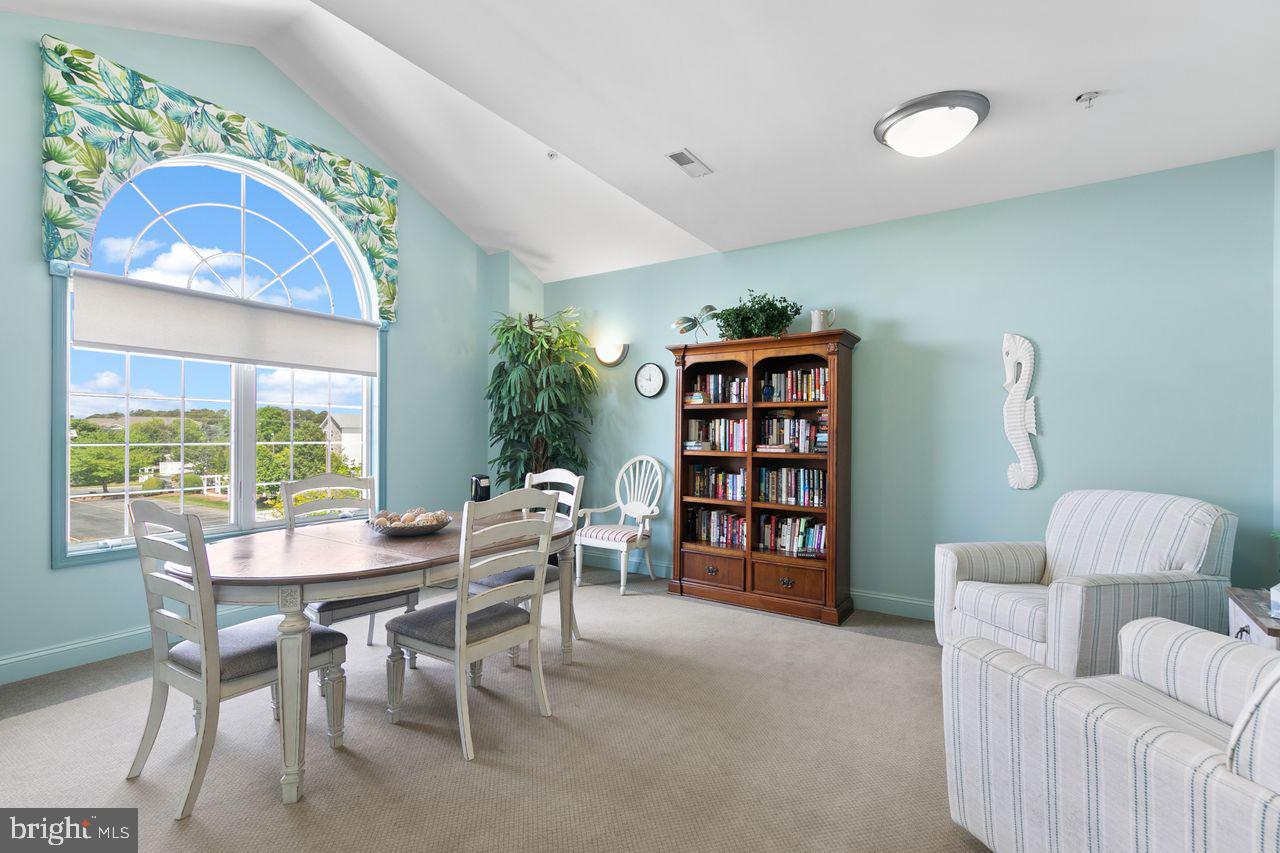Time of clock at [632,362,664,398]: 11:48
